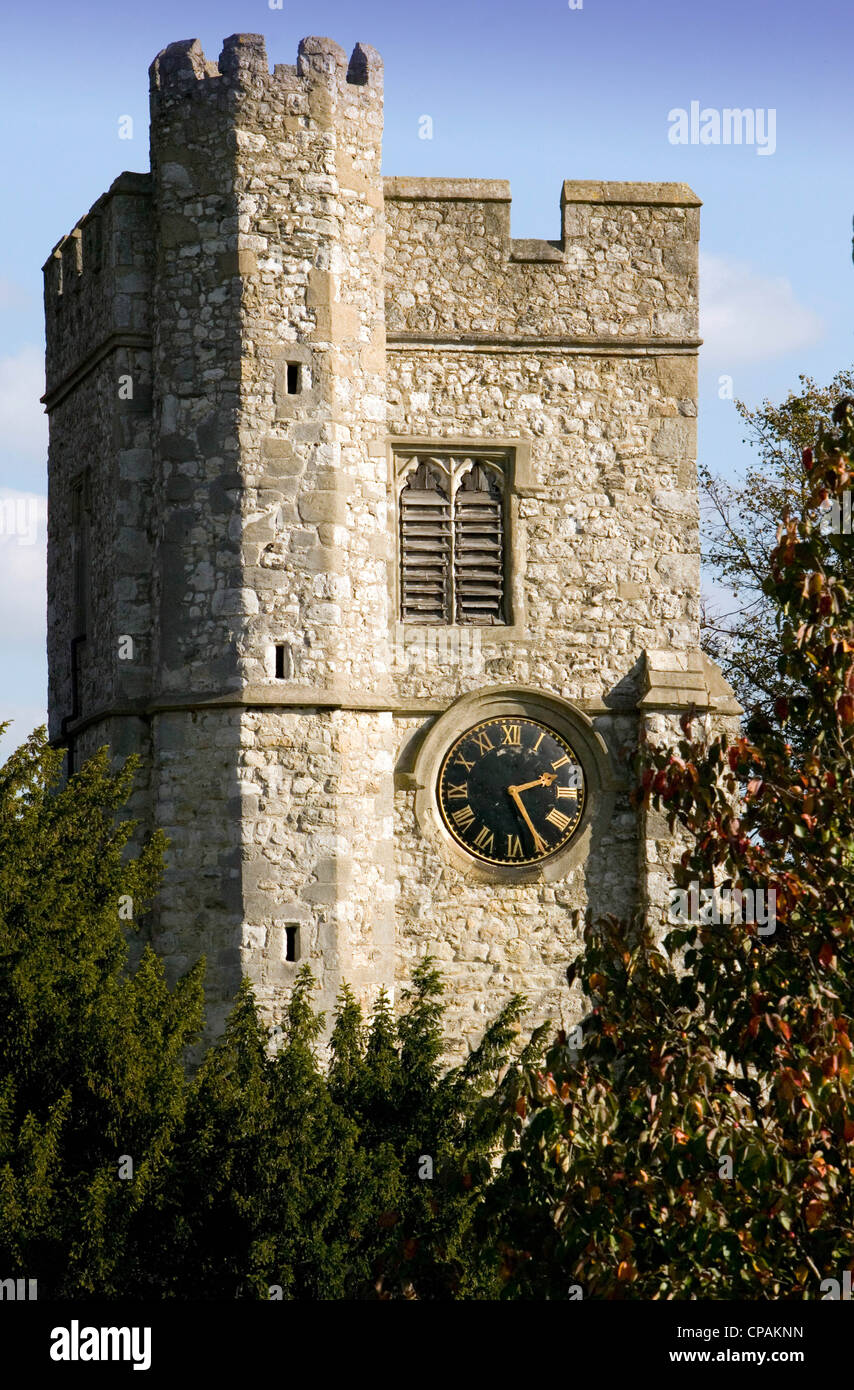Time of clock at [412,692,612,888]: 2:25
